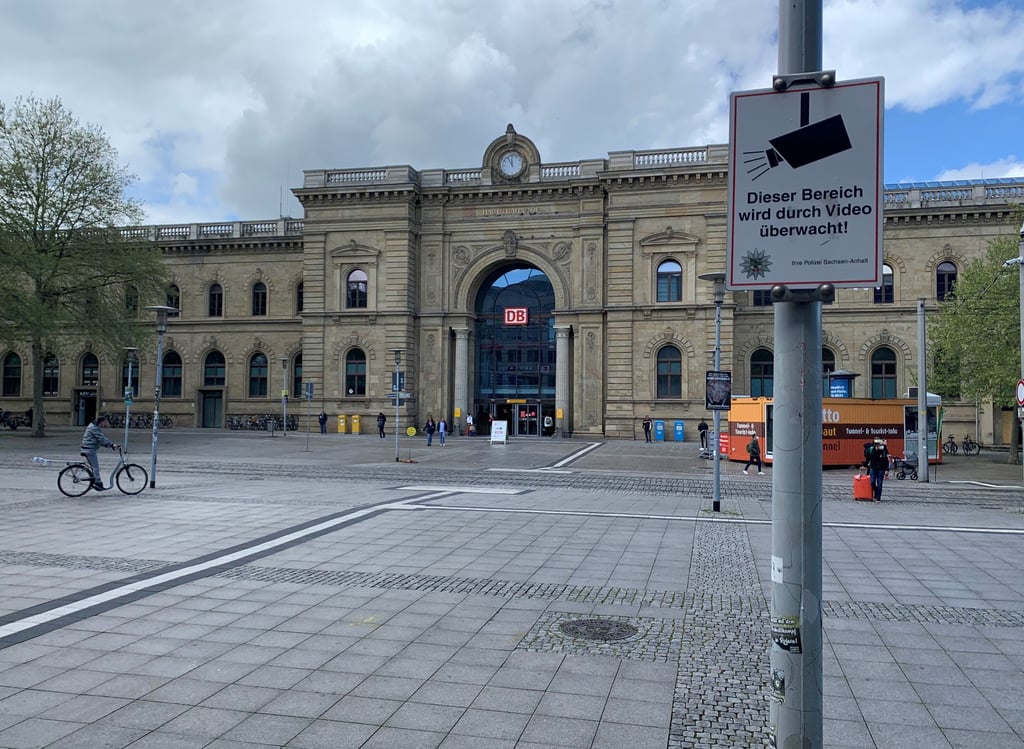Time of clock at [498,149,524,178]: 11:55
